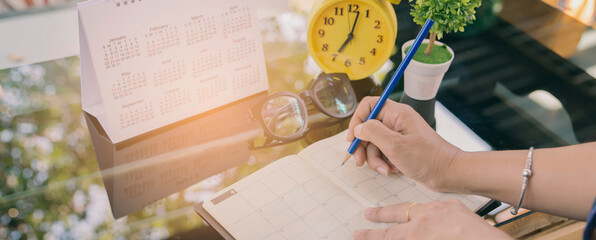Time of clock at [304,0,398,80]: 7:02
